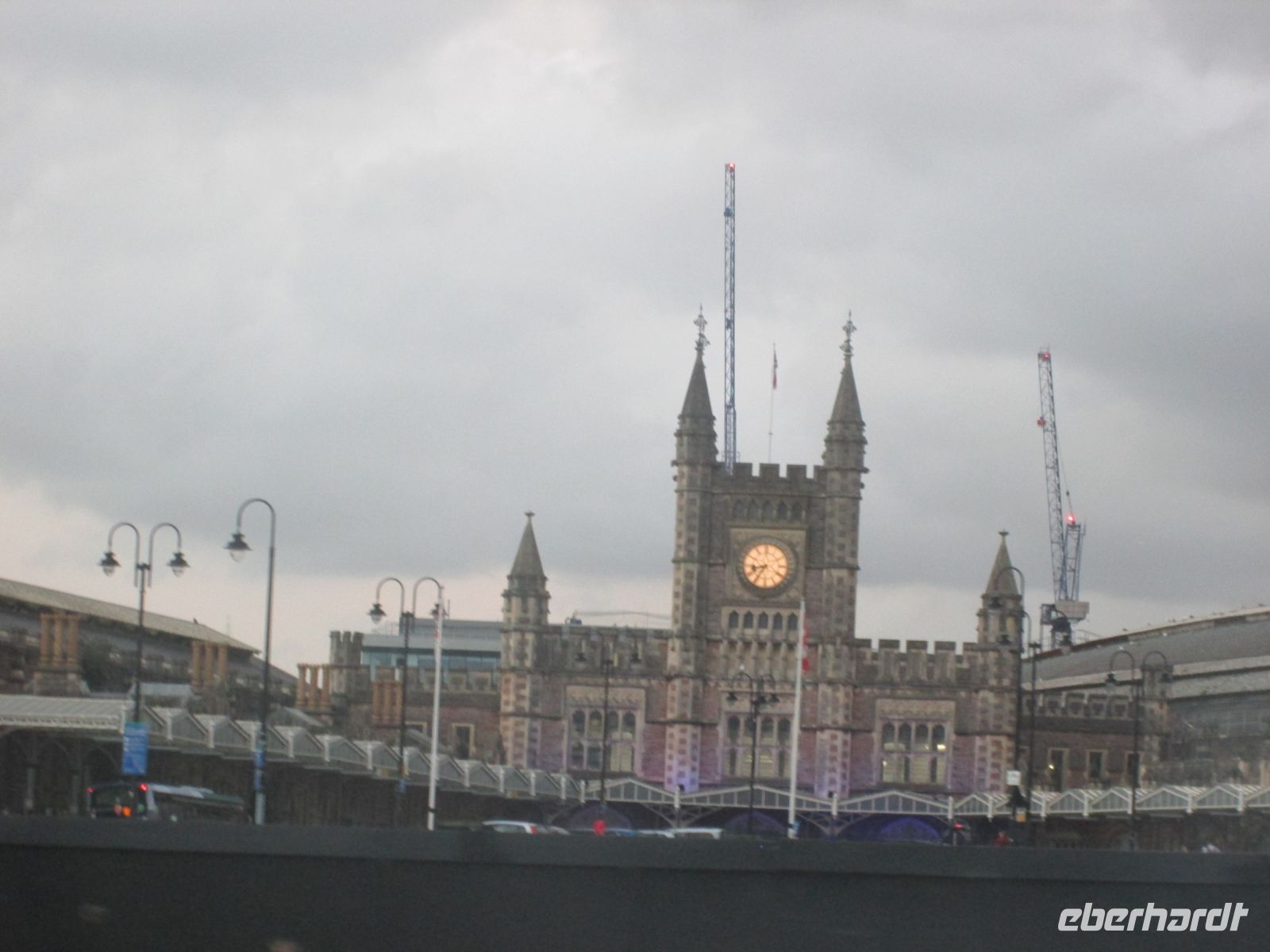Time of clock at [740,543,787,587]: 8:35
